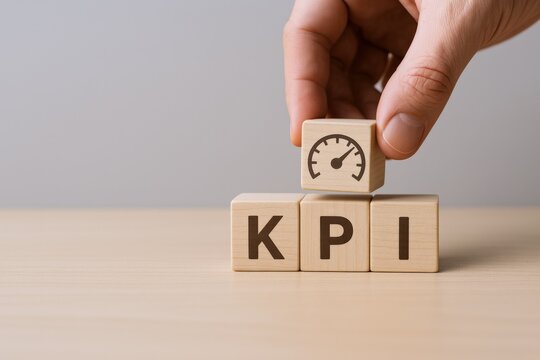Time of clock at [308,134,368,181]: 1:07
